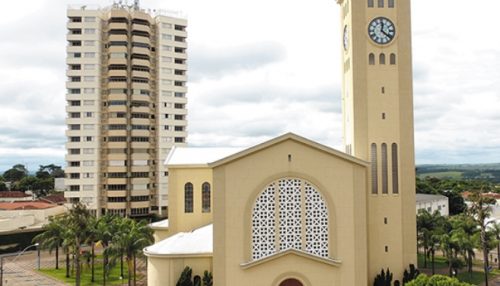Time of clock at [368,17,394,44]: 12:21
